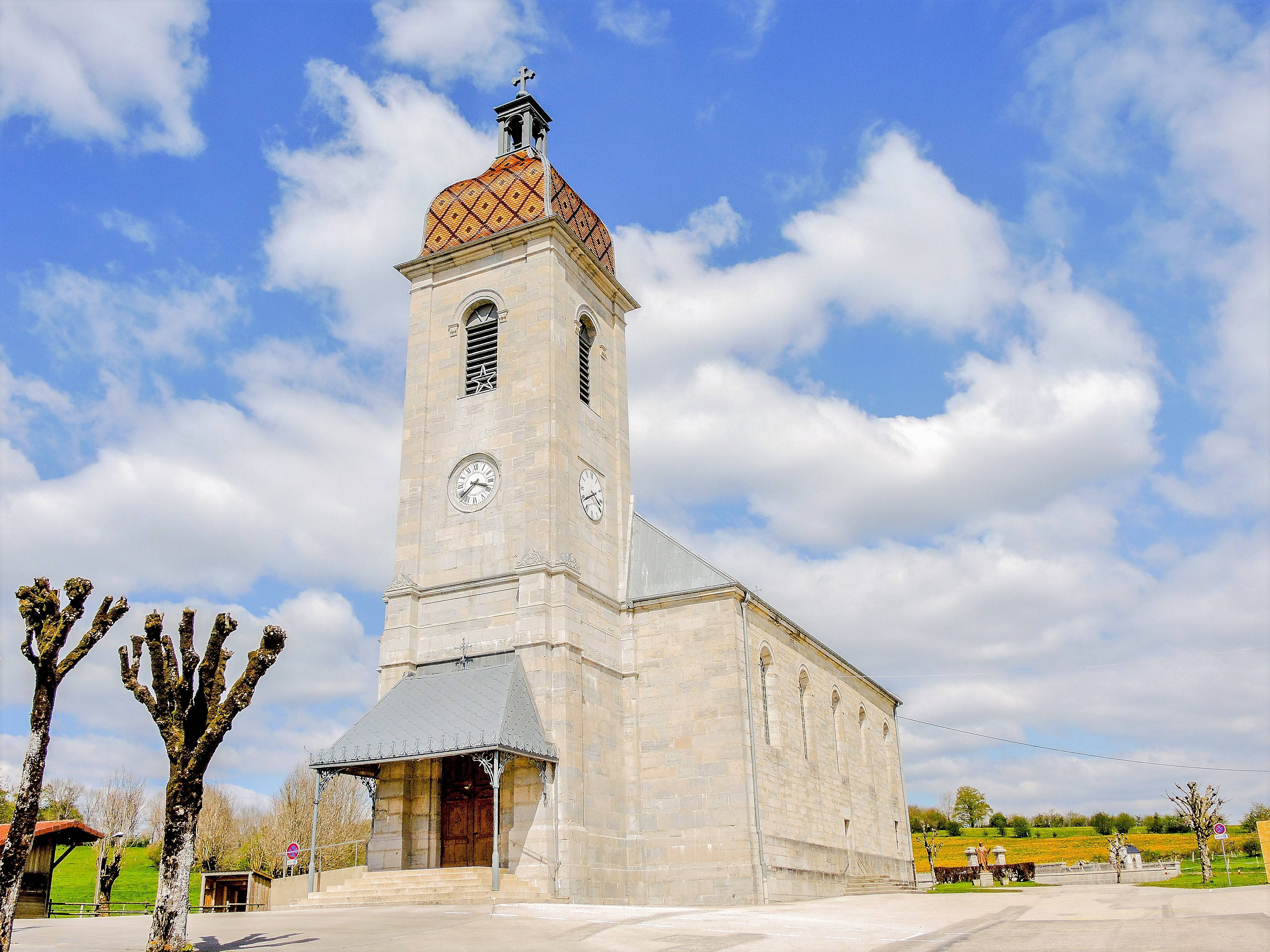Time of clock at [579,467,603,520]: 3:40
